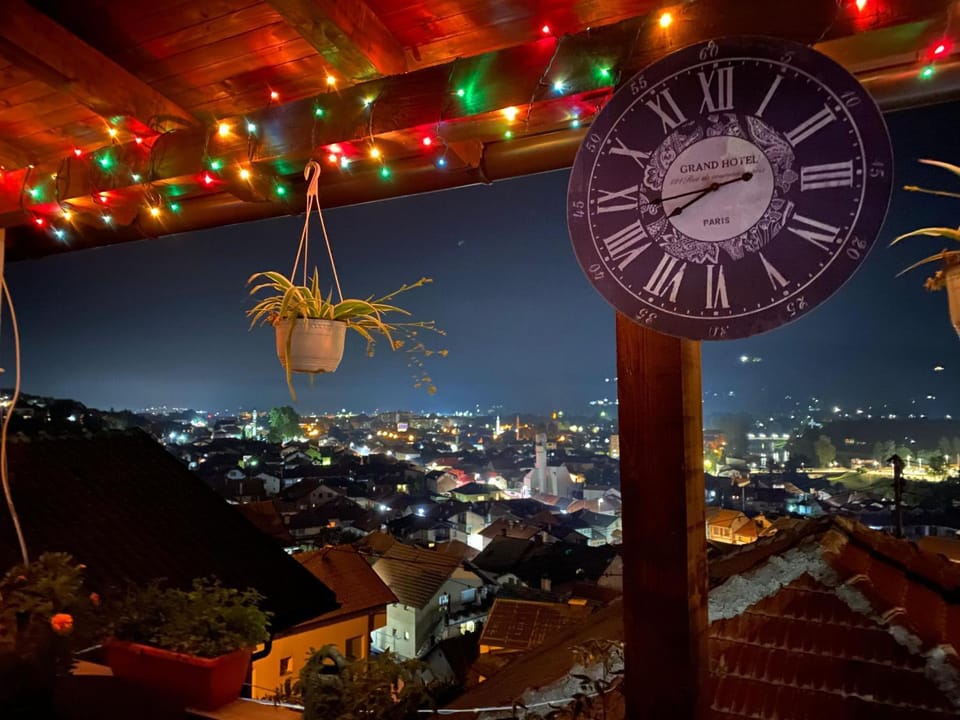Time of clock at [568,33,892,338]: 8:40
